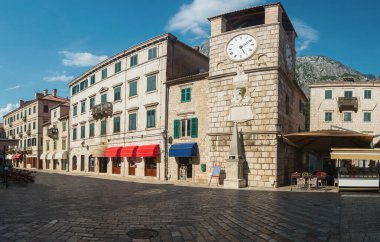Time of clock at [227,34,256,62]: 5:09
